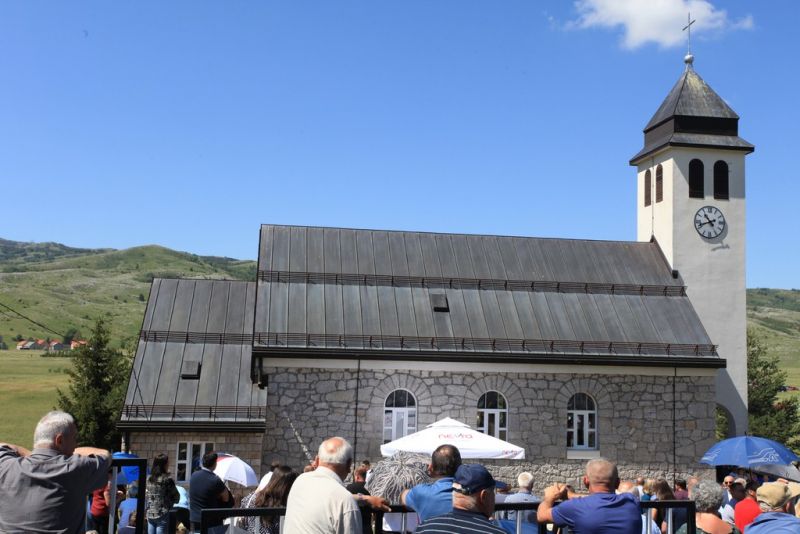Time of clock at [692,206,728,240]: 10:41
